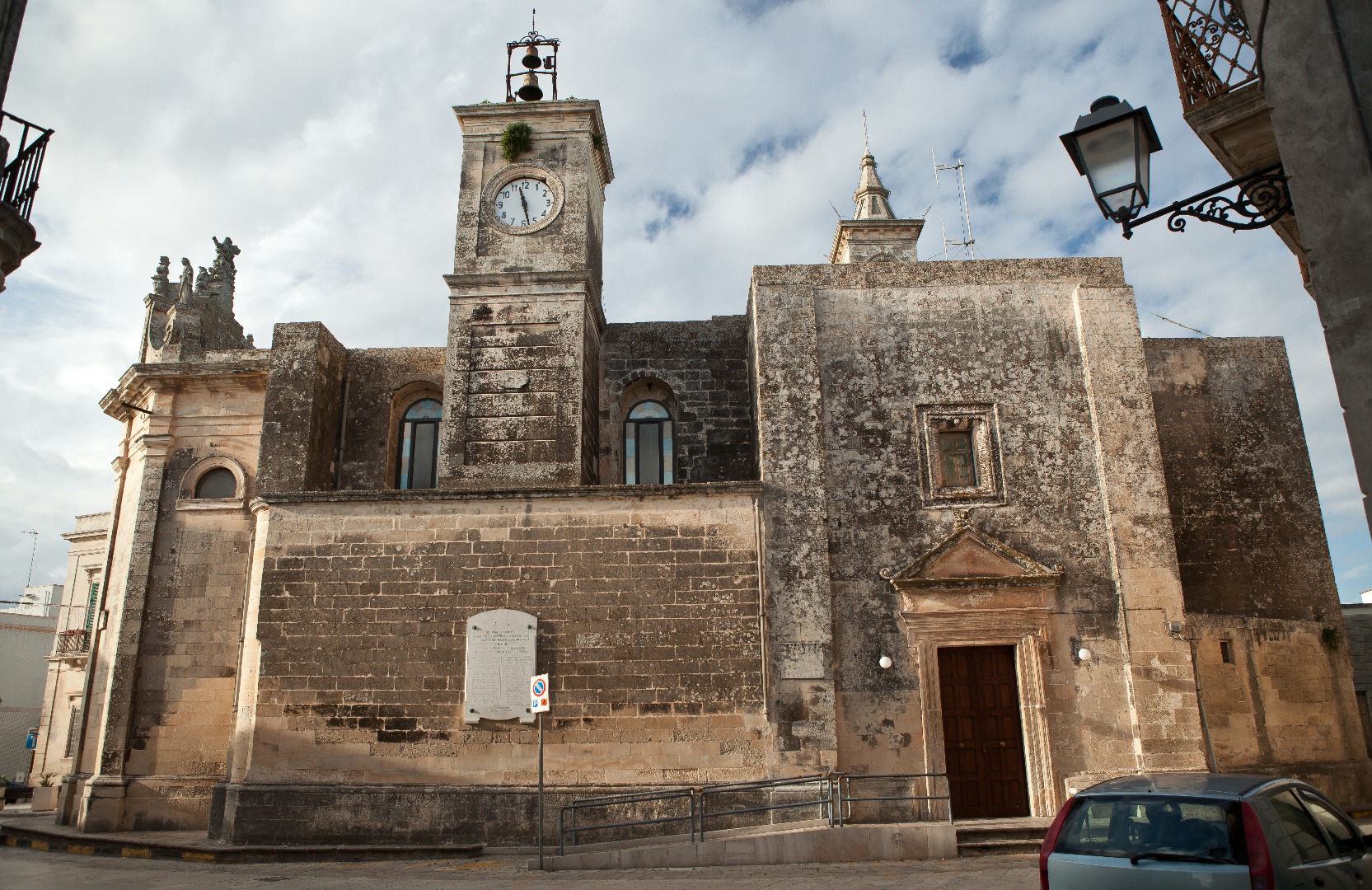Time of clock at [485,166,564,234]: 11:27
